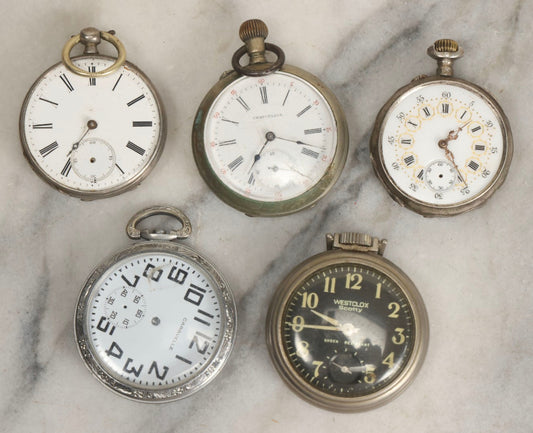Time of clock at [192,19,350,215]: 7:18
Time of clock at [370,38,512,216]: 1:24
